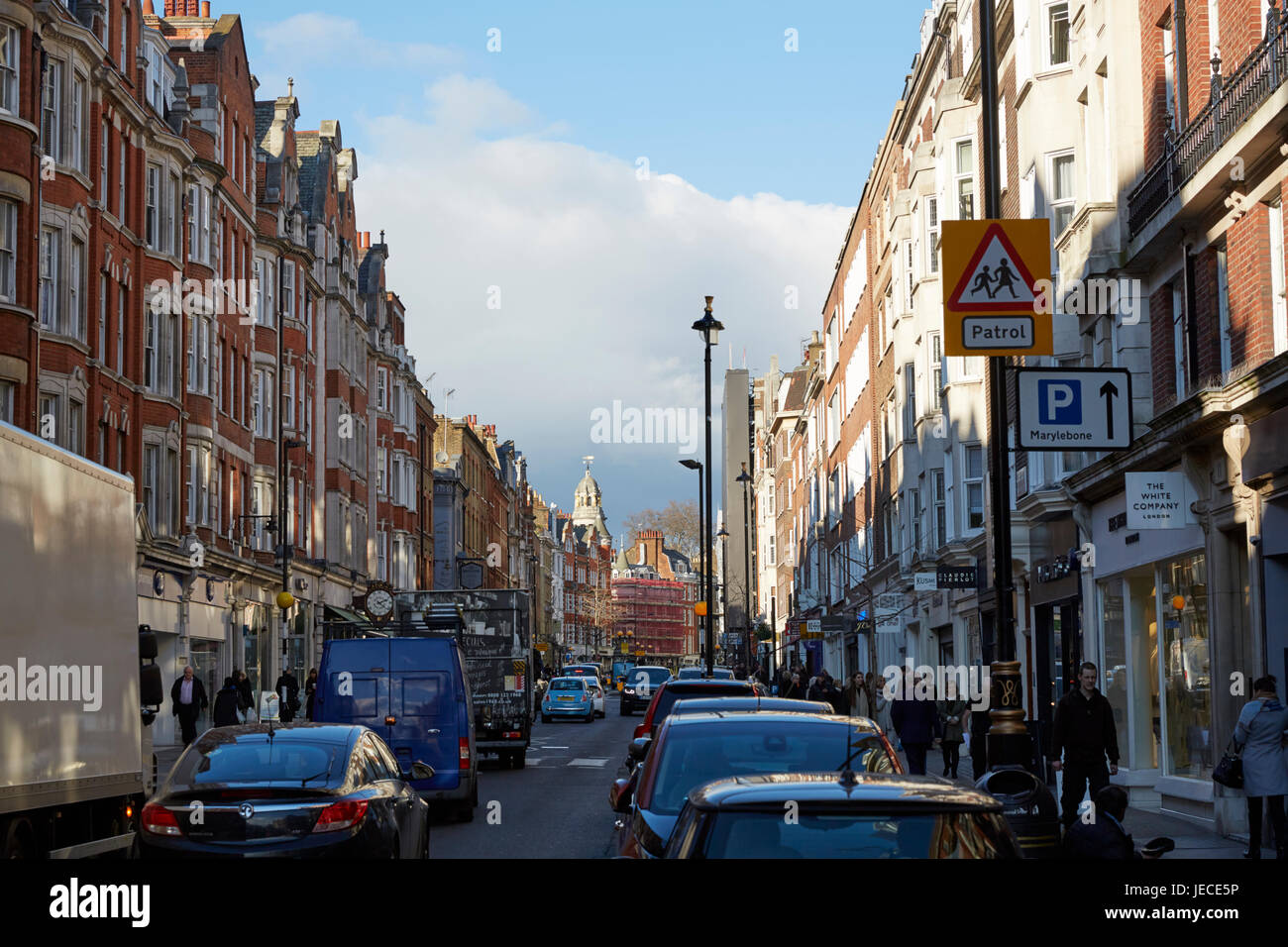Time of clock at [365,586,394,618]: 2:21
